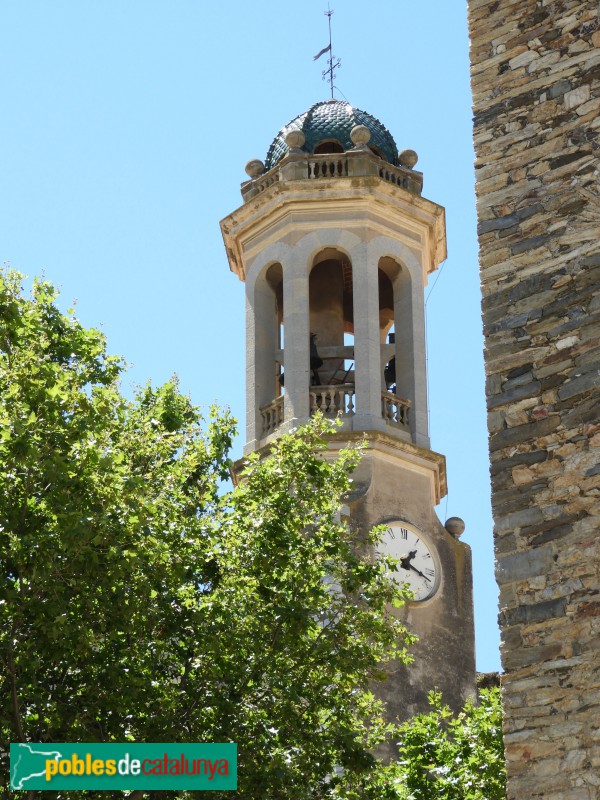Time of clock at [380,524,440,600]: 1:18
